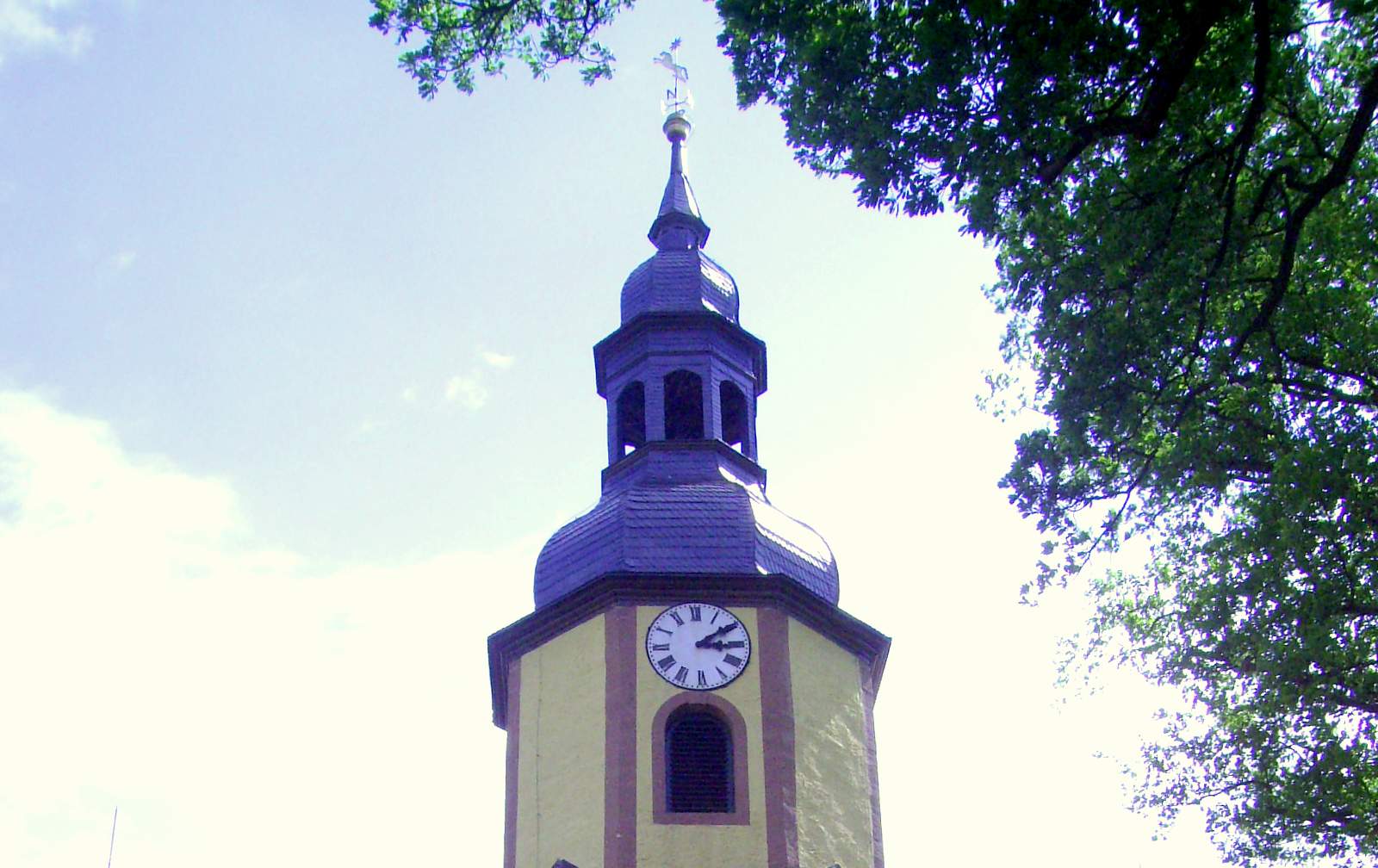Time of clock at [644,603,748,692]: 3:09
